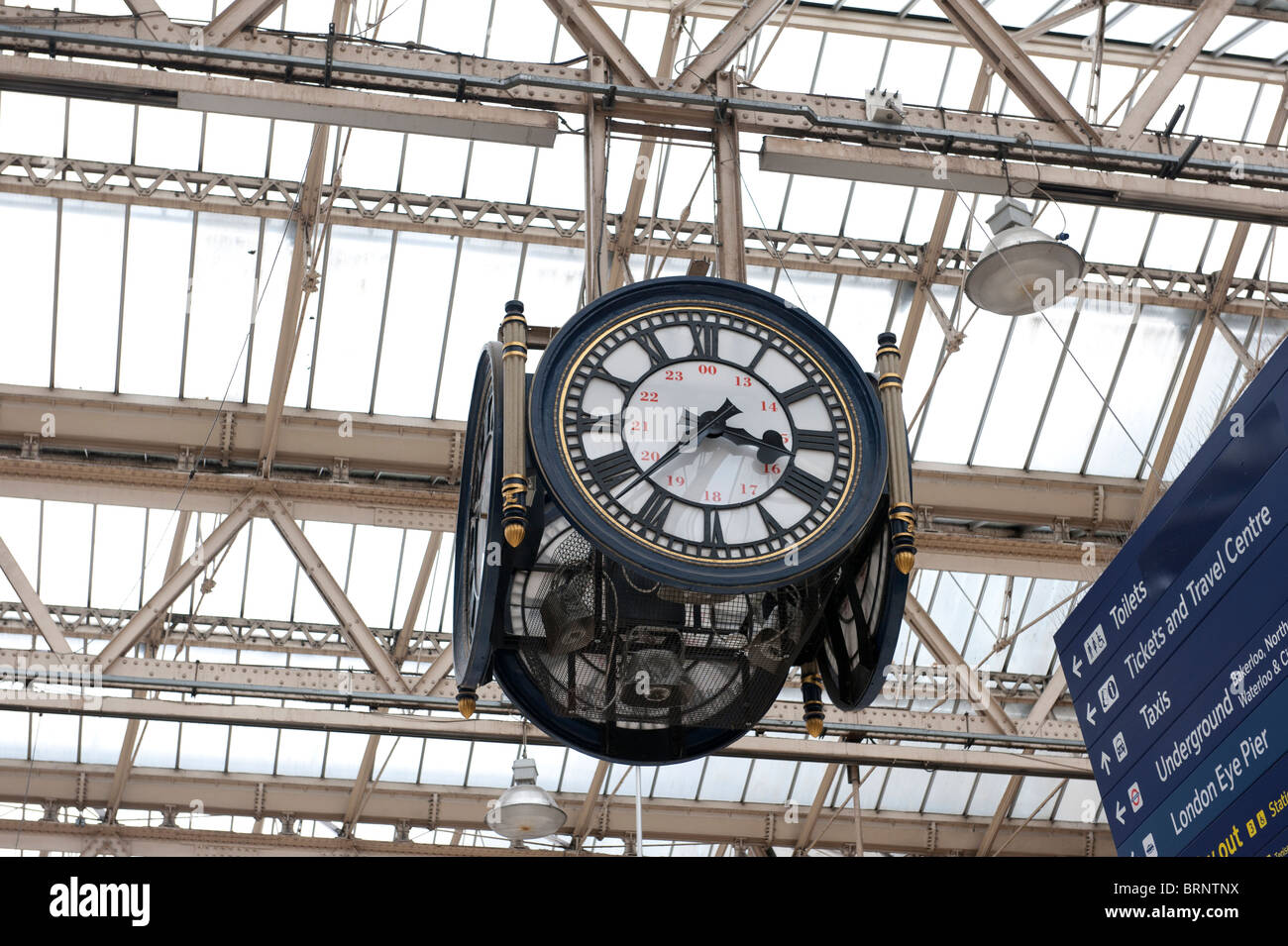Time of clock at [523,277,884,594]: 3:37
